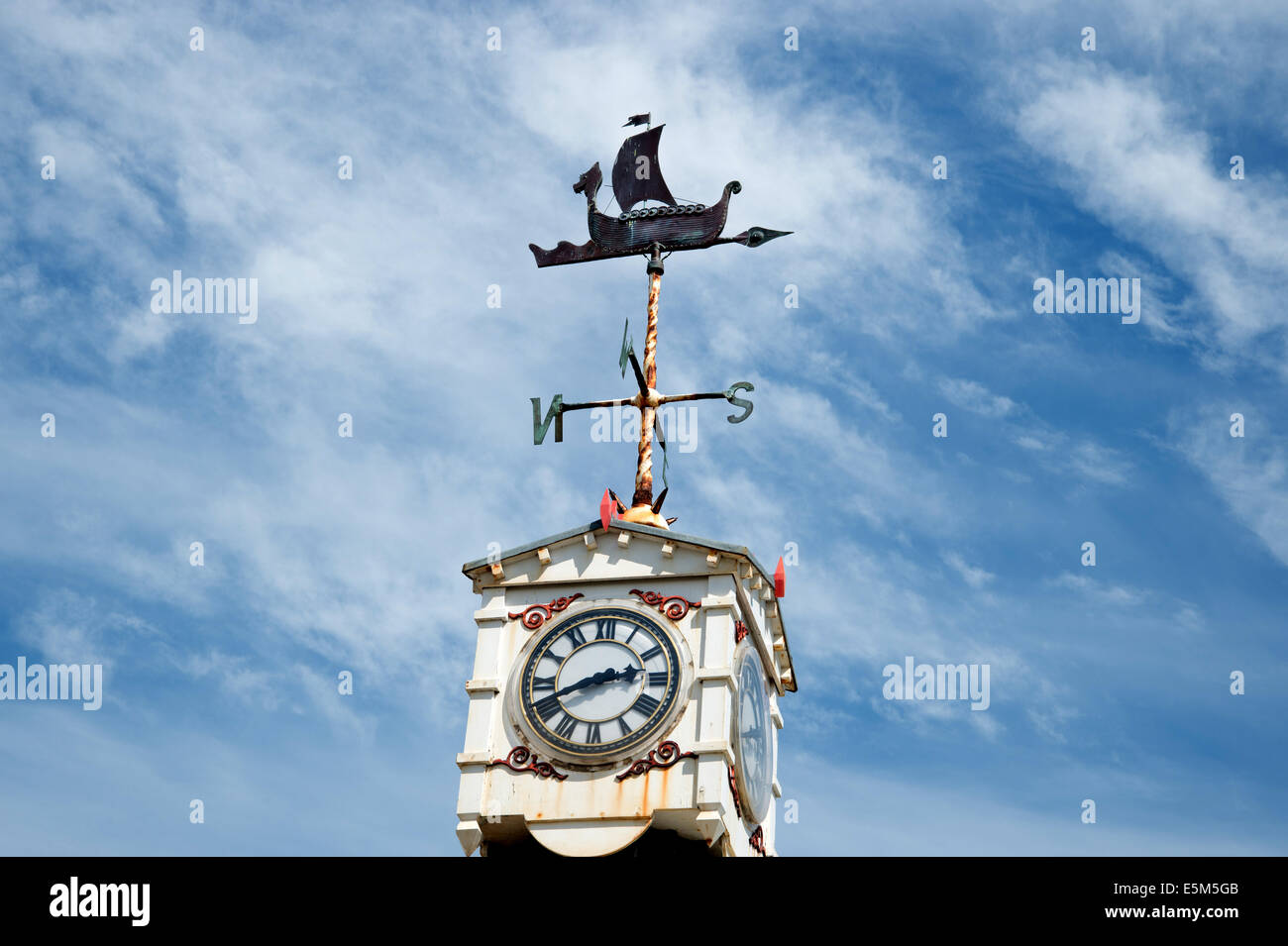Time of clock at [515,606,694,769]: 2:41
